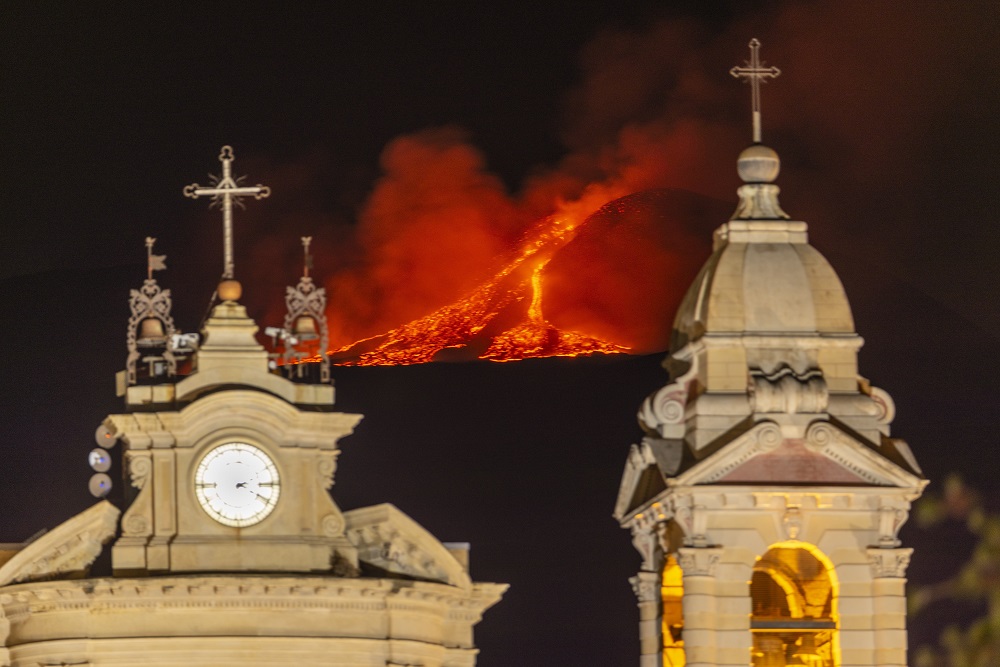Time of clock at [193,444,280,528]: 2:19
